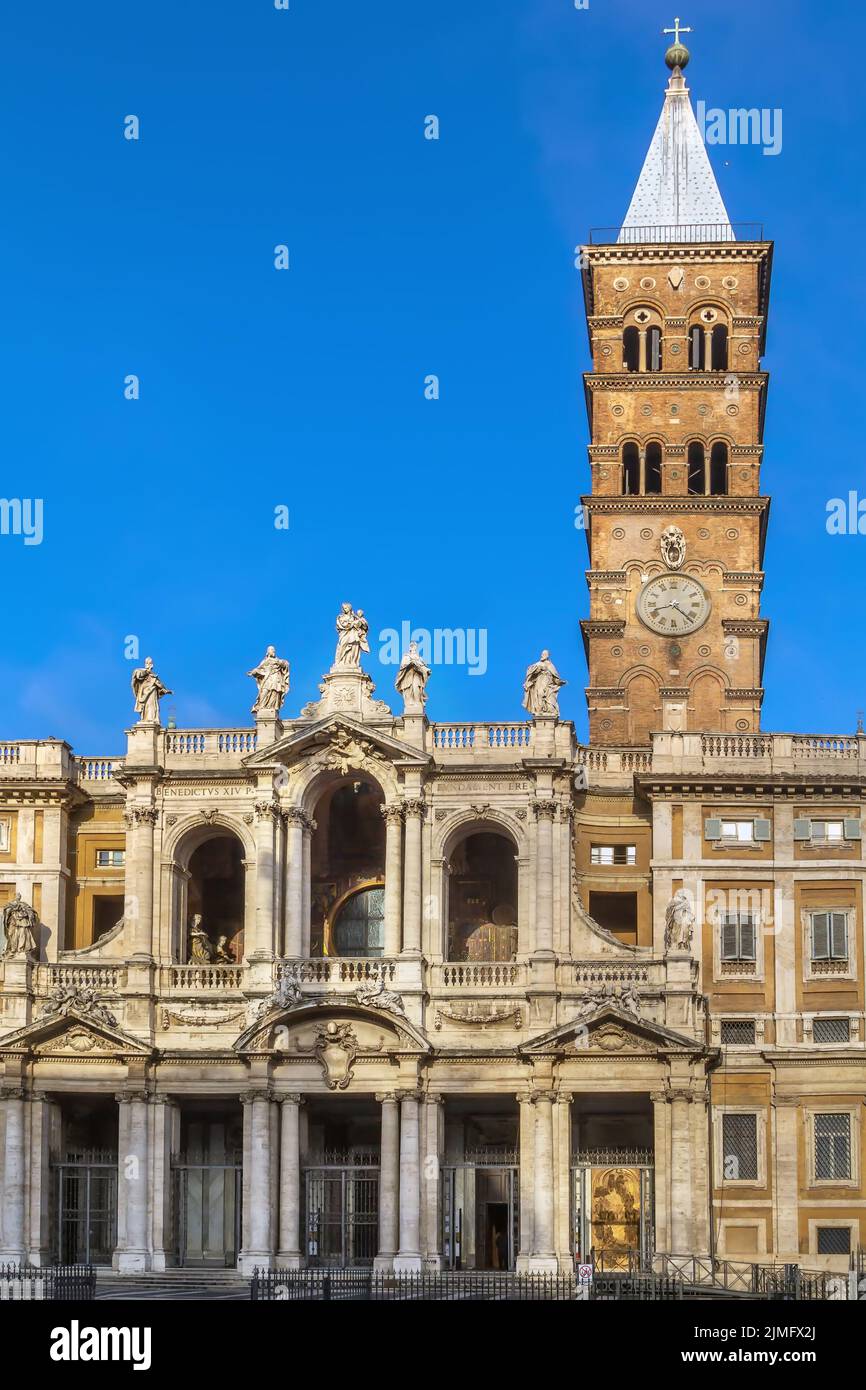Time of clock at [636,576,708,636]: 8:22
